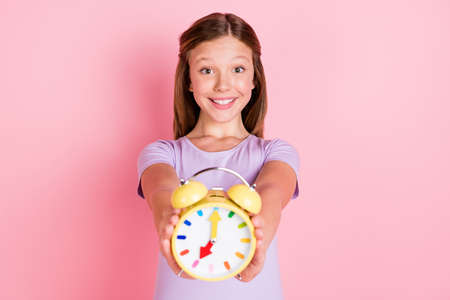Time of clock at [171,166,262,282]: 7:00
